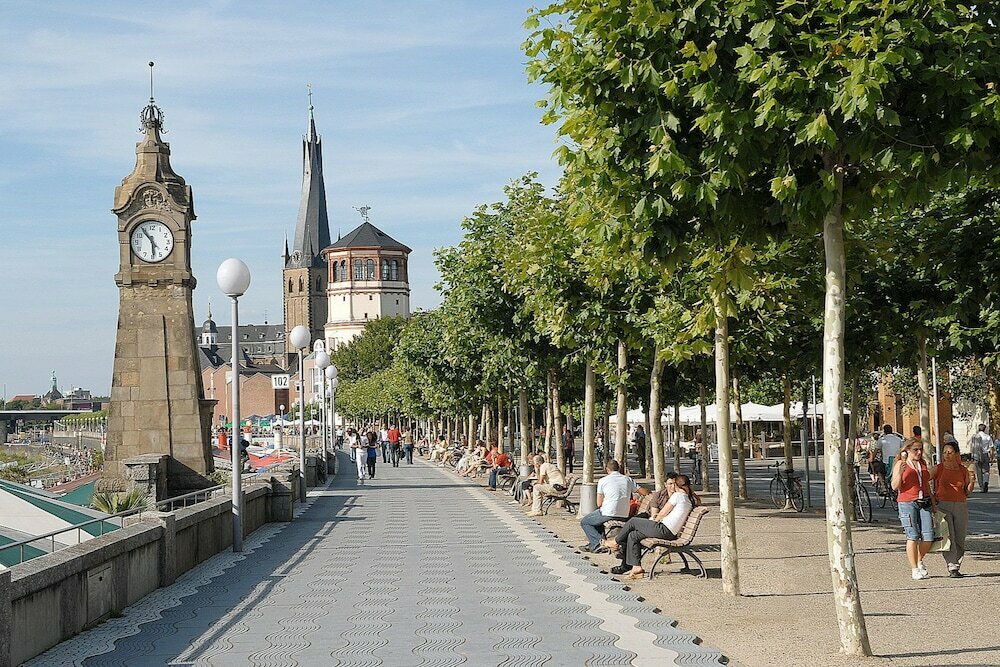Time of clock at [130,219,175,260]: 5:54
